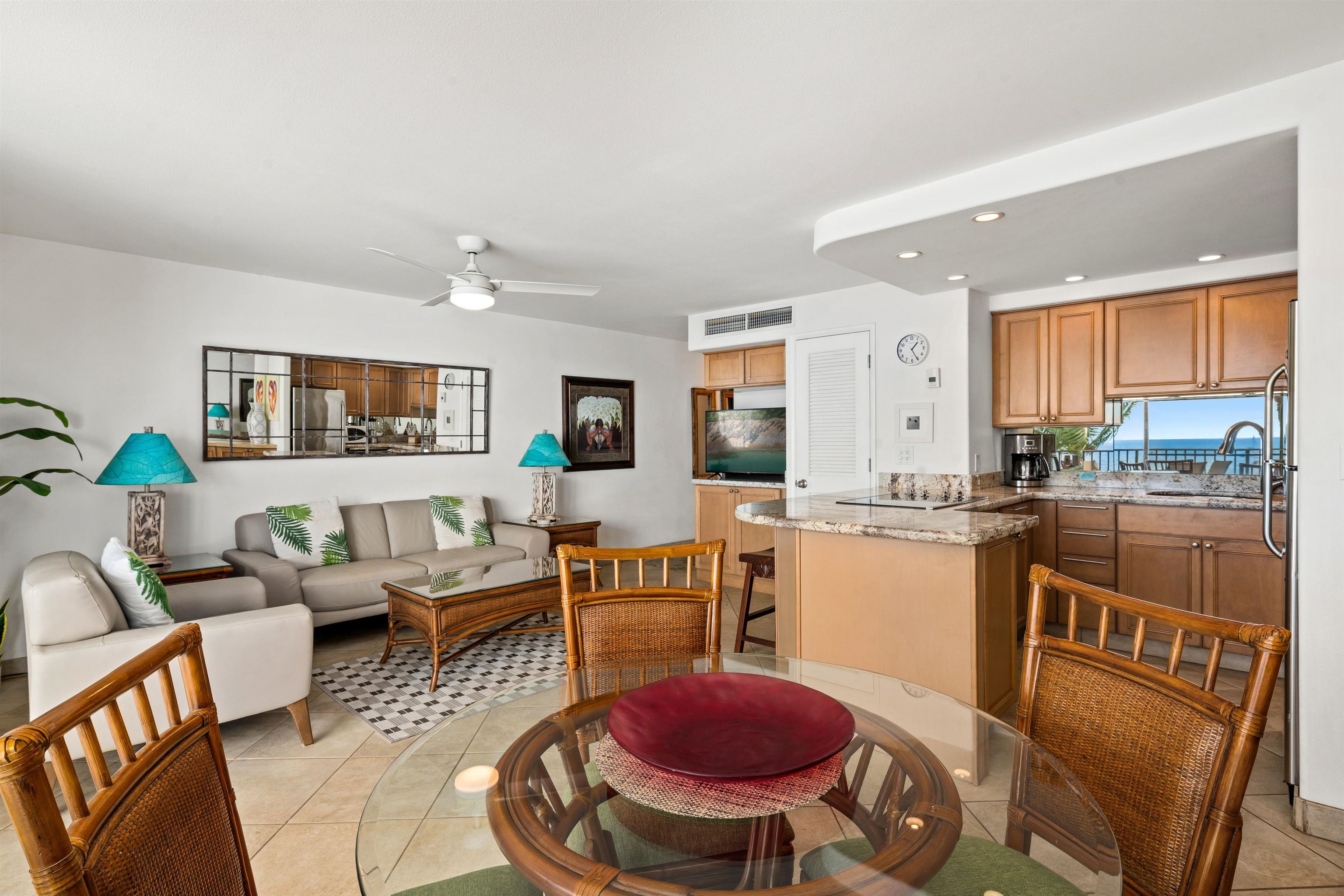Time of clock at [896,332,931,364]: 1:25
